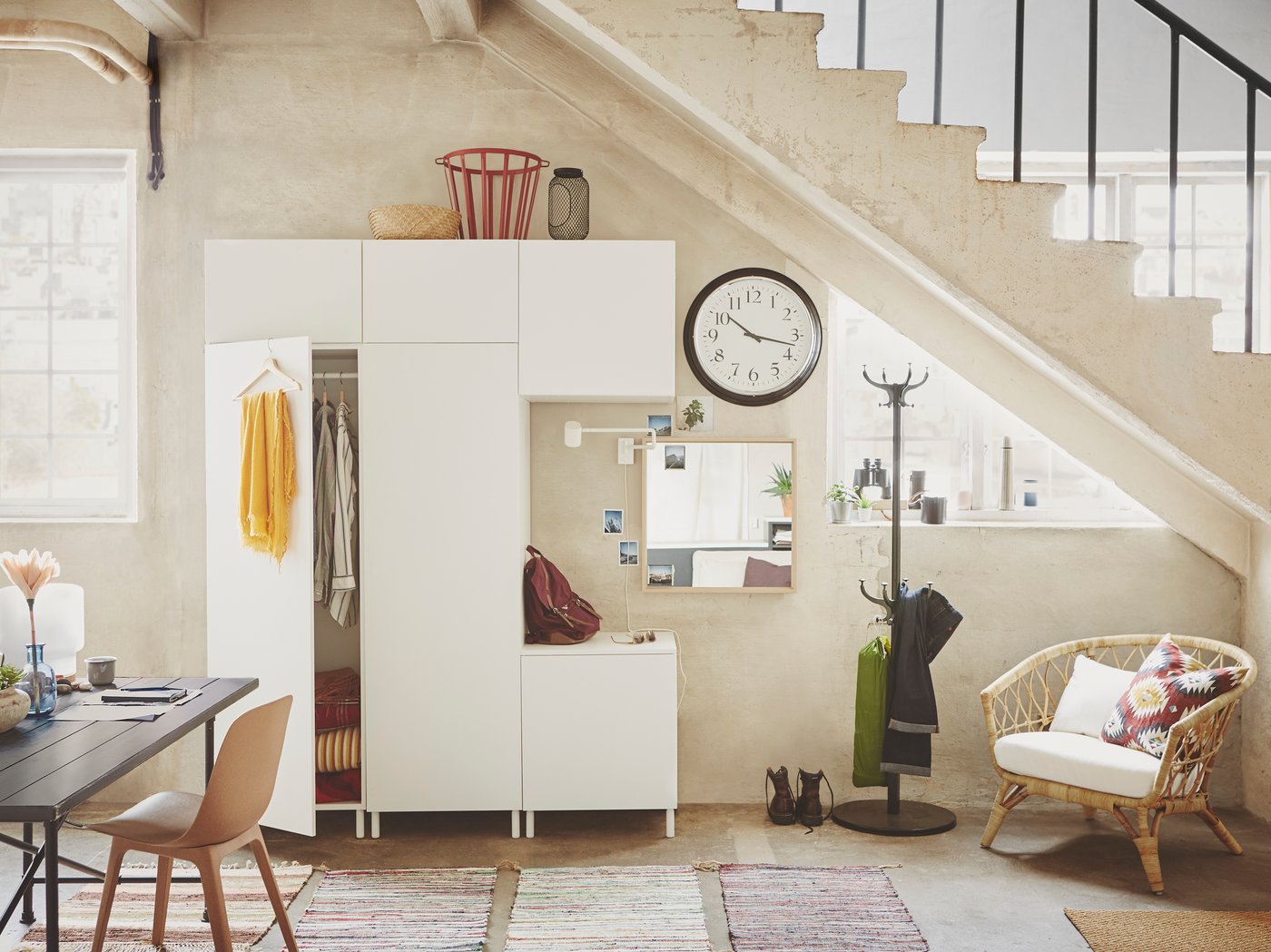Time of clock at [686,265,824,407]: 10:17
